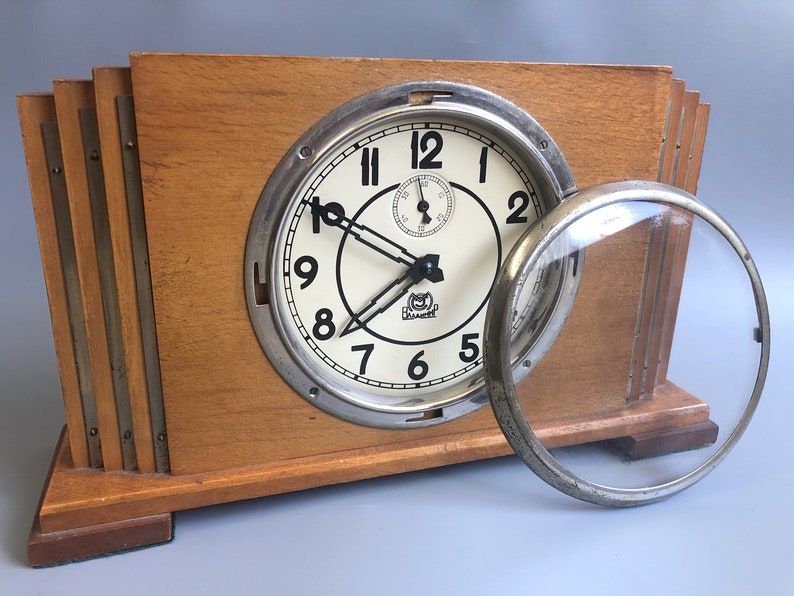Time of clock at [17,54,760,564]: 7:50
